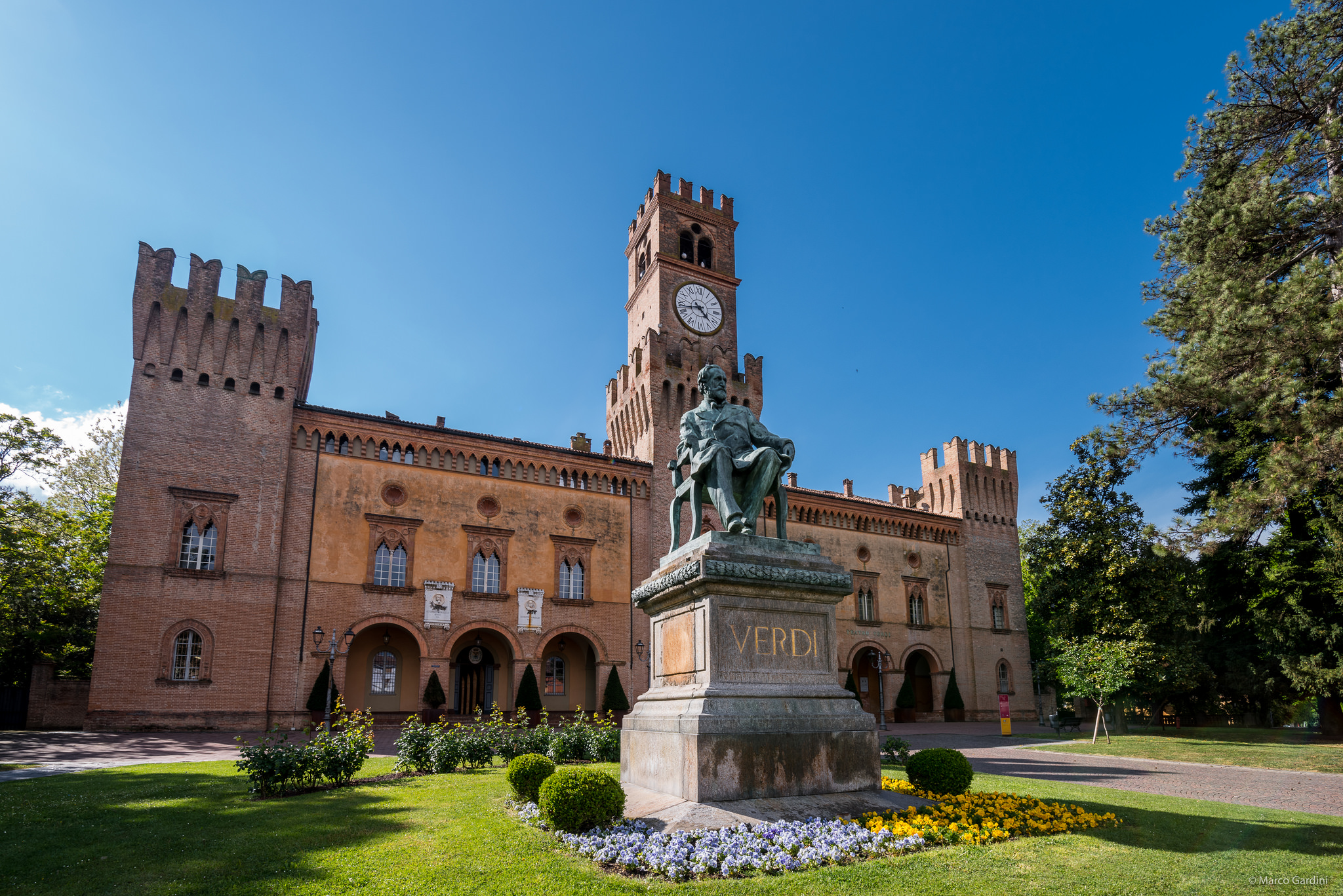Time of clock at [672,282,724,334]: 4:42
